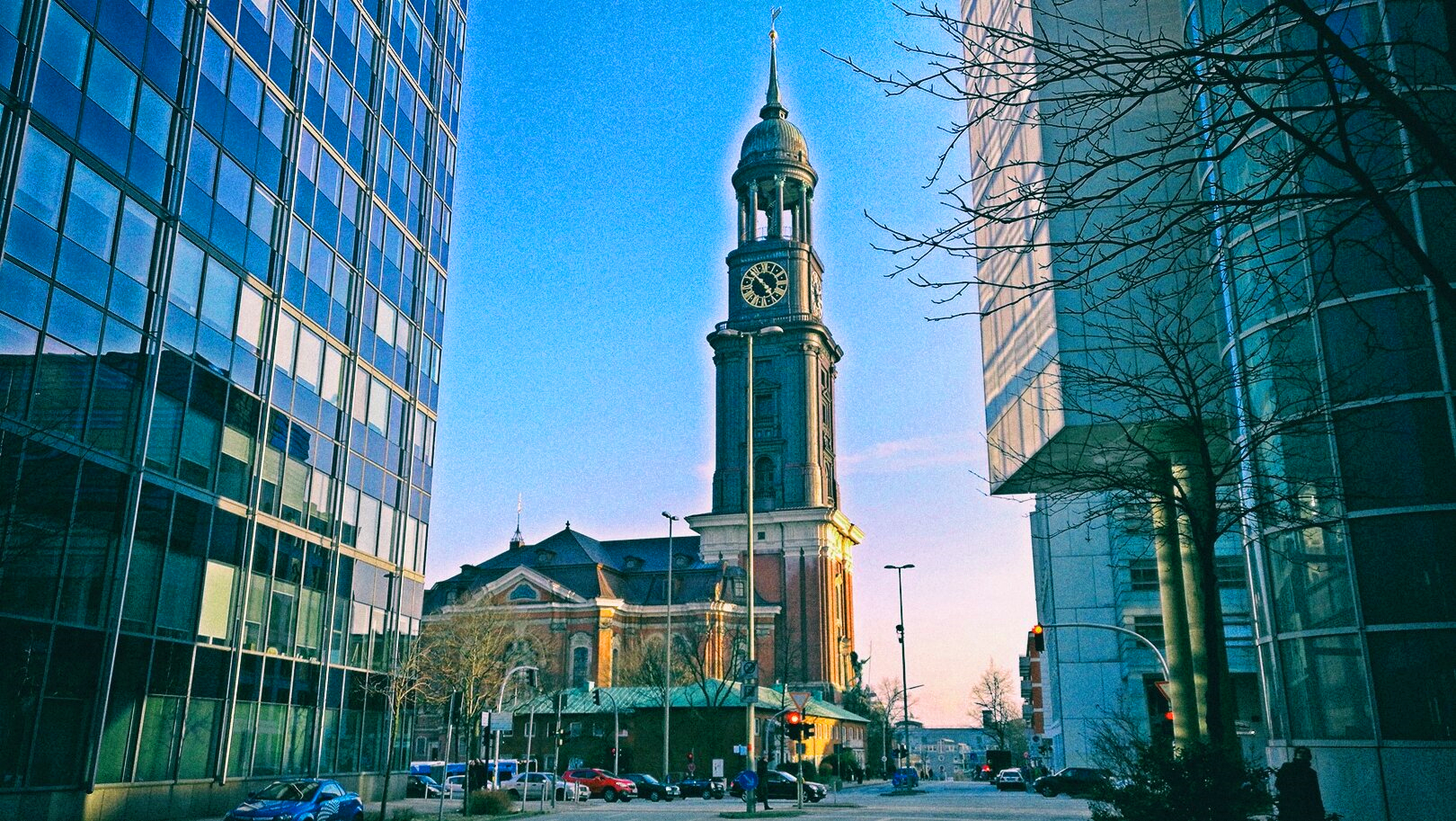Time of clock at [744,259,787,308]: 10:23
